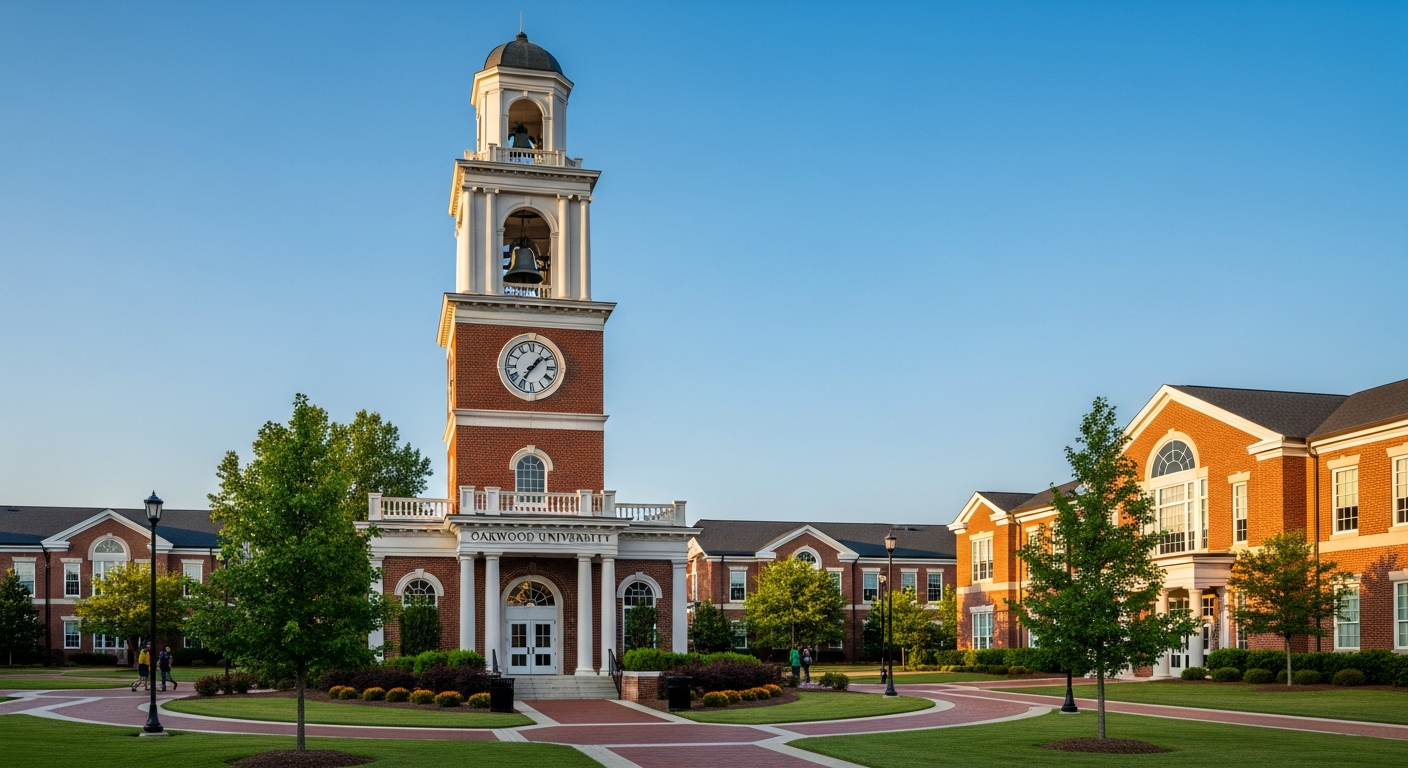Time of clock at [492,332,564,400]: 1:35
